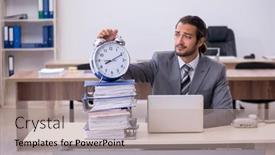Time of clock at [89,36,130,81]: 8:10
